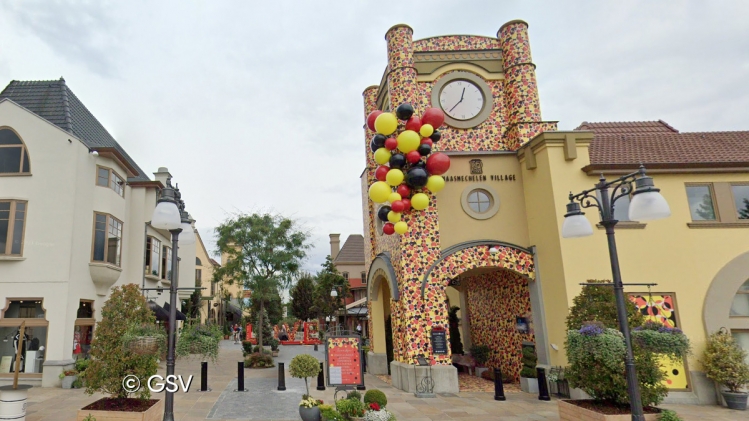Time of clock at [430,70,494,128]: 12:37
